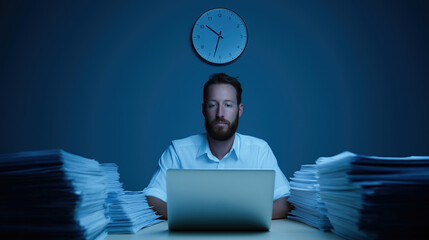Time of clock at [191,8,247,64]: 10:32
